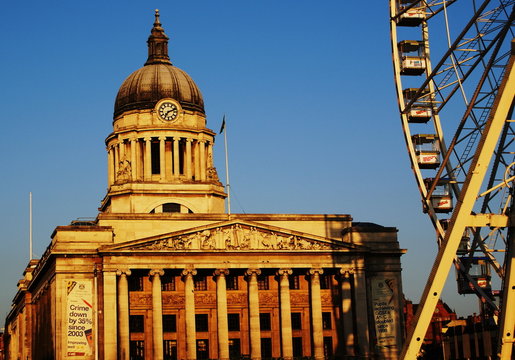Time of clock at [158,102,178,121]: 7:11
